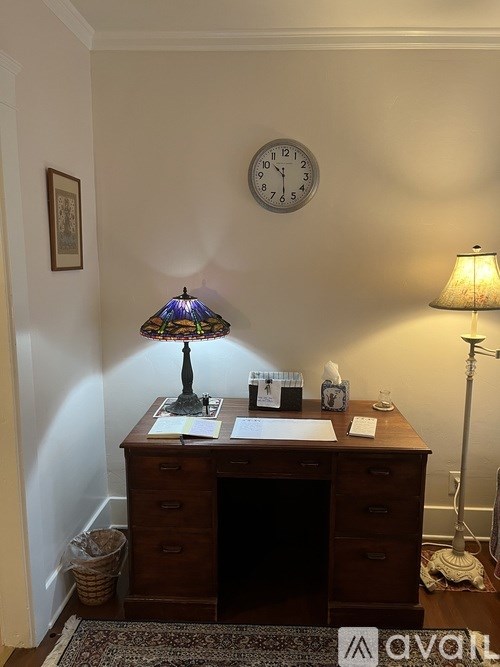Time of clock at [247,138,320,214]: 10:29
